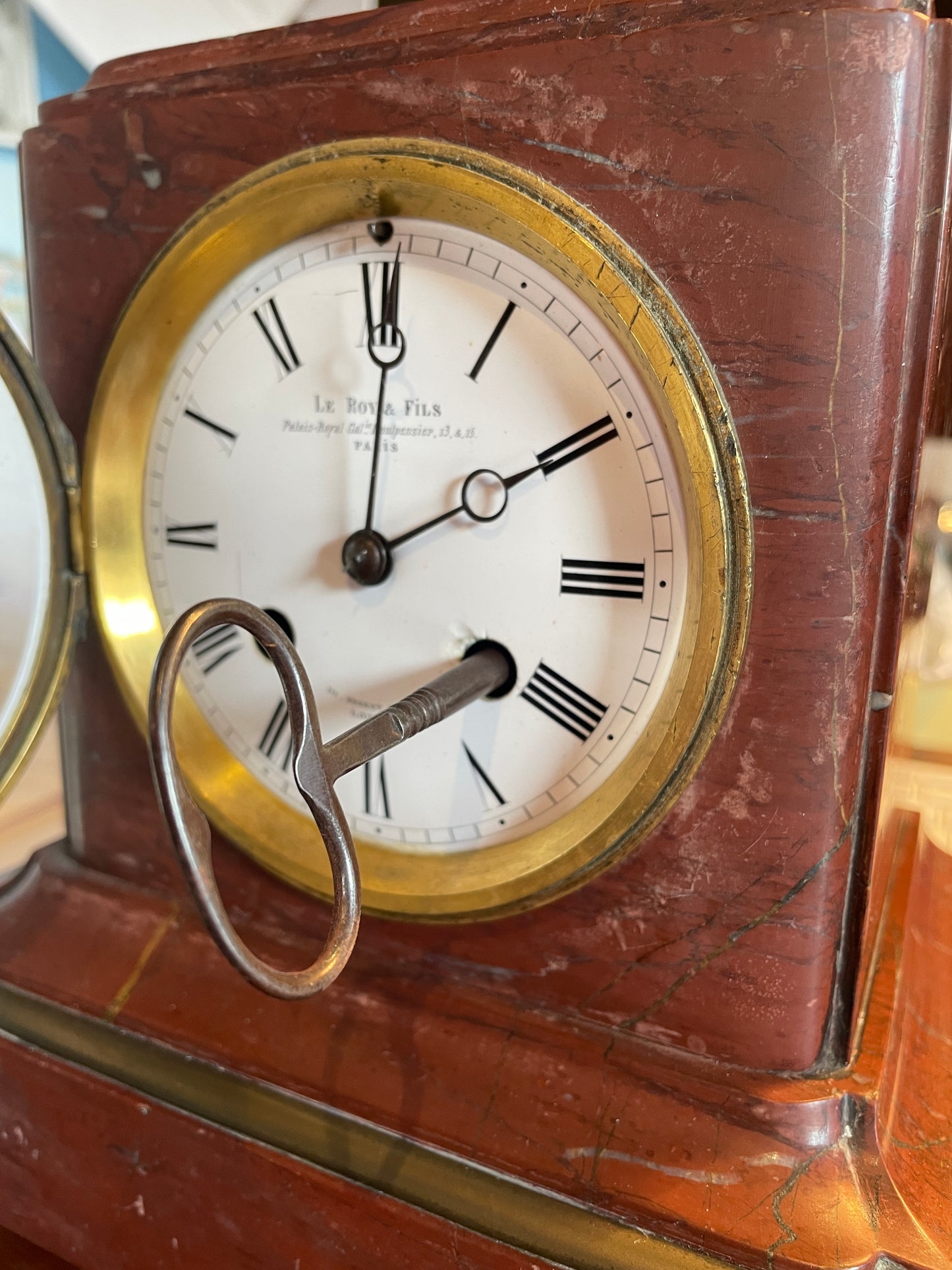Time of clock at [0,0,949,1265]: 2:00
